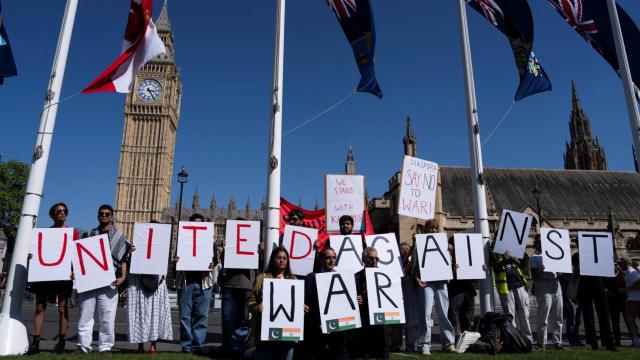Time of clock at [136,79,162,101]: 3:24
